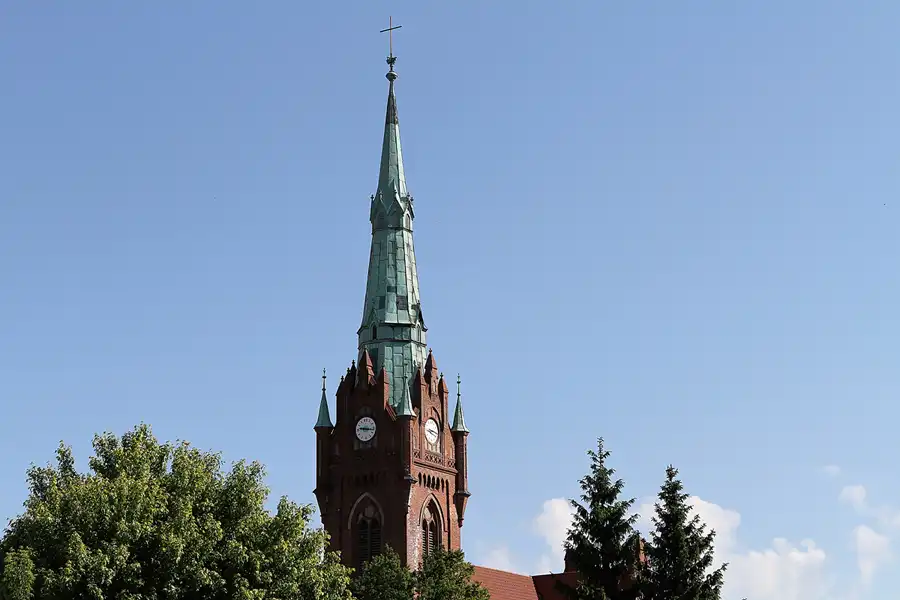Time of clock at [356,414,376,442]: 9:16
